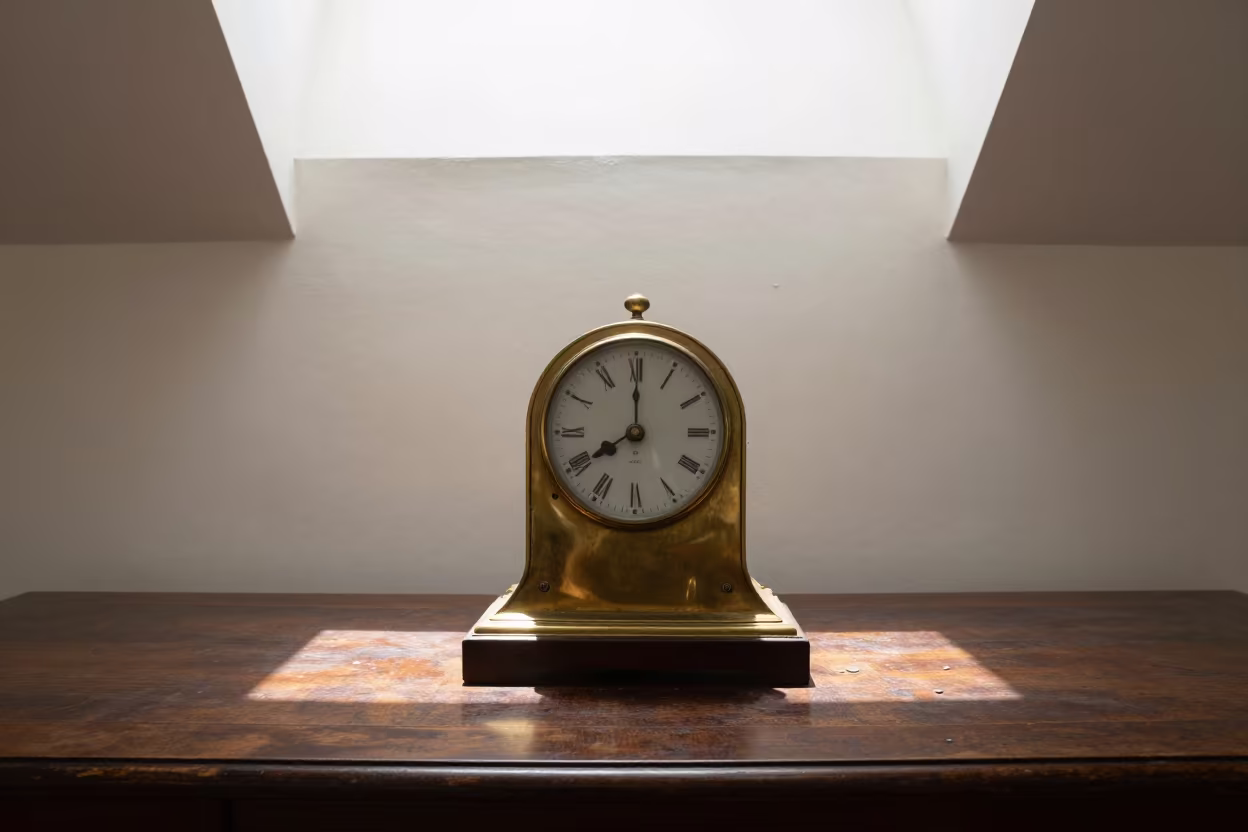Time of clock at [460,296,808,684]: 8:00
